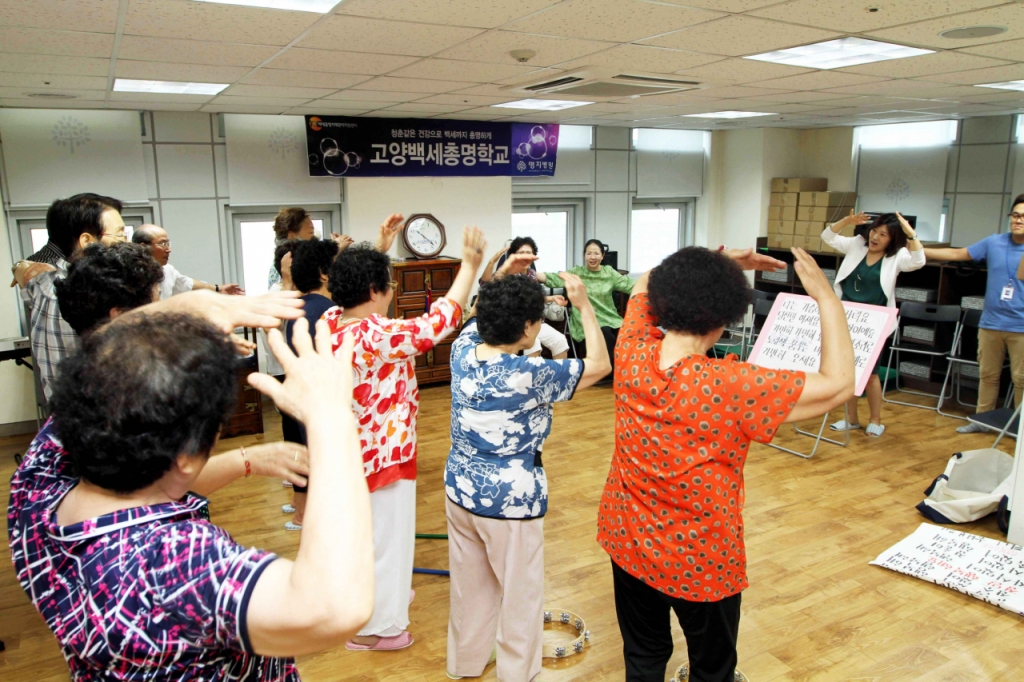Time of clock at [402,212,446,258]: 10:22
